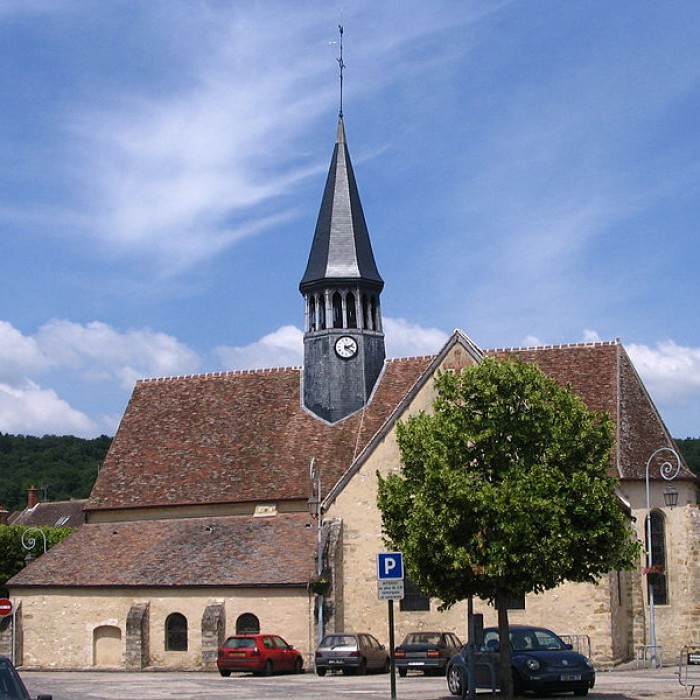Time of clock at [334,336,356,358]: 2:21
